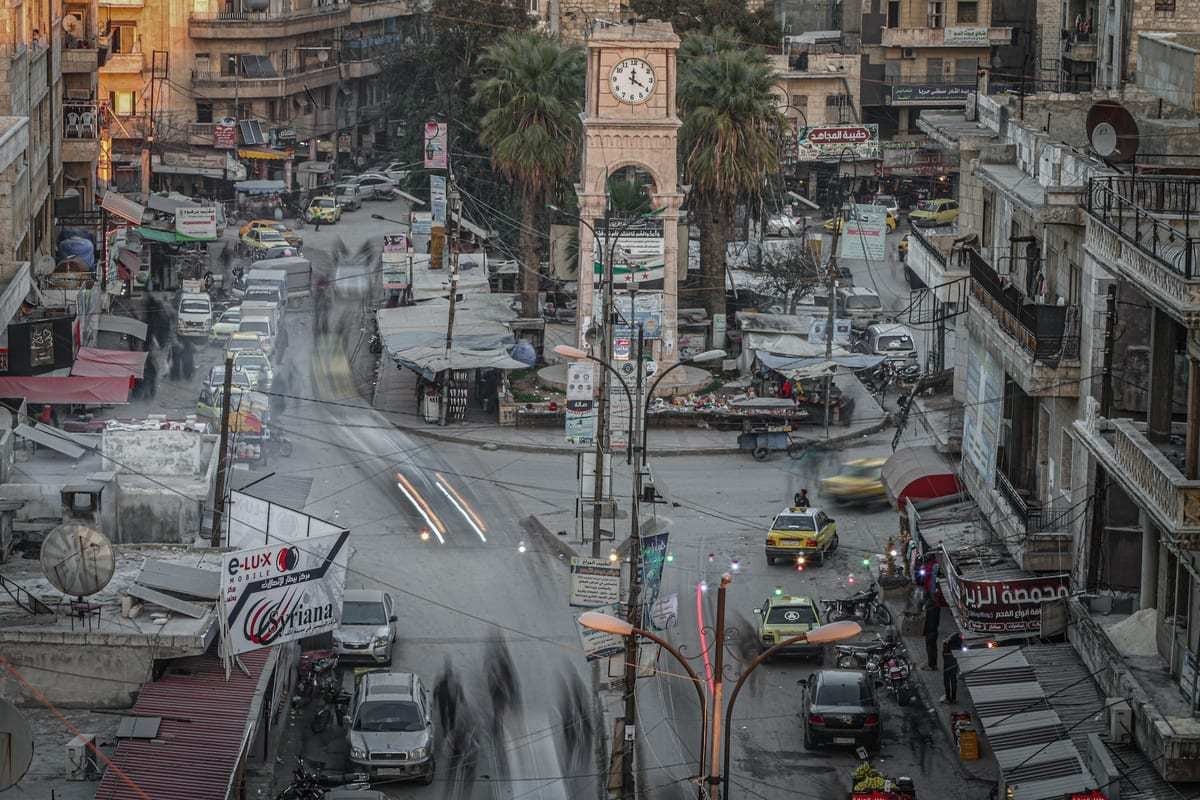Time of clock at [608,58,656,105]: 4:00
